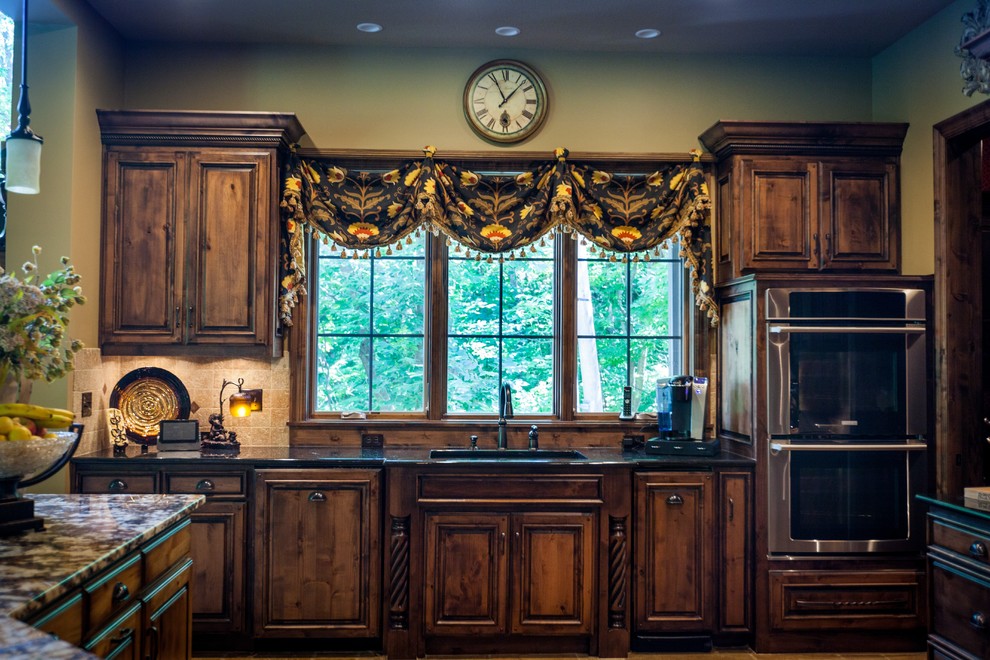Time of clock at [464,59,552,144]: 11:07
